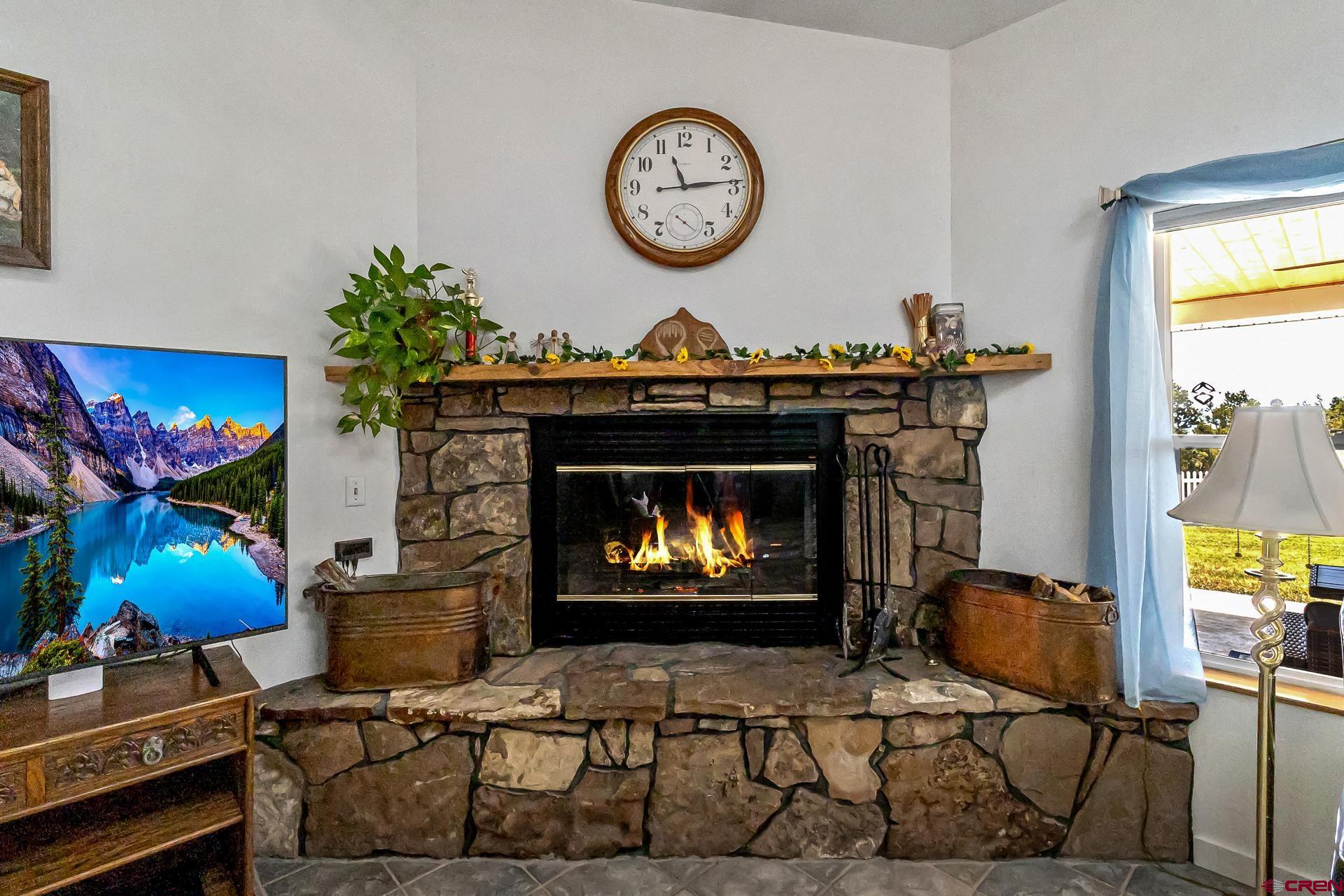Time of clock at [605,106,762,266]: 11:13
